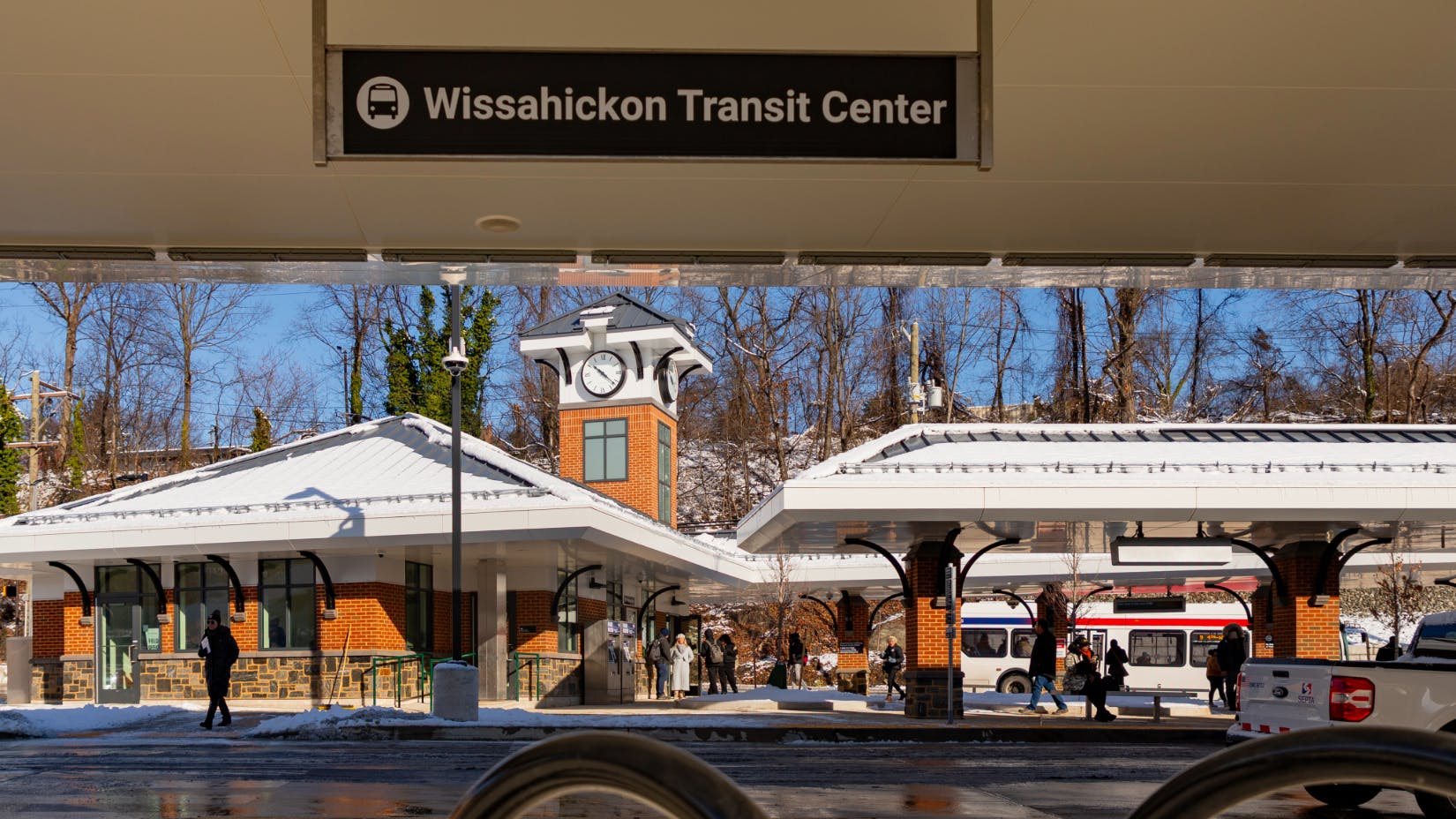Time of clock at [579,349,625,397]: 10:21
